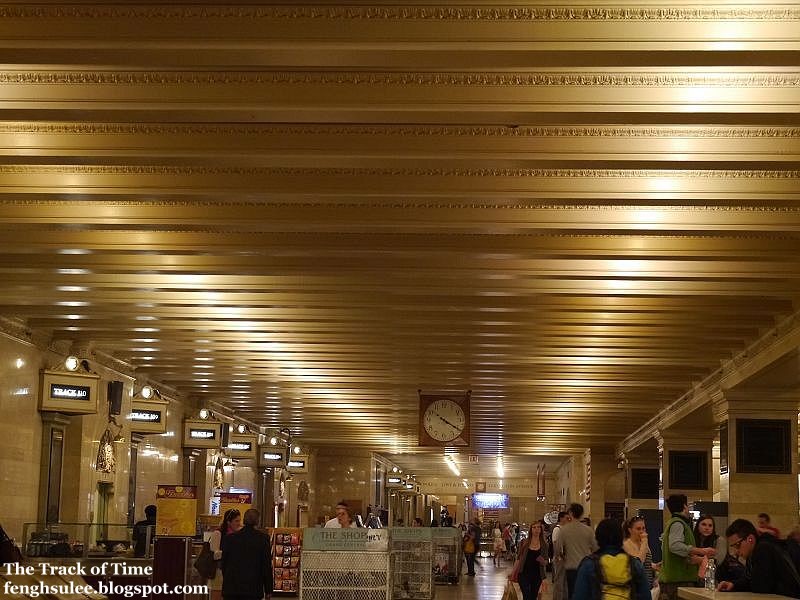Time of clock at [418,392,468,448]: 10:20
